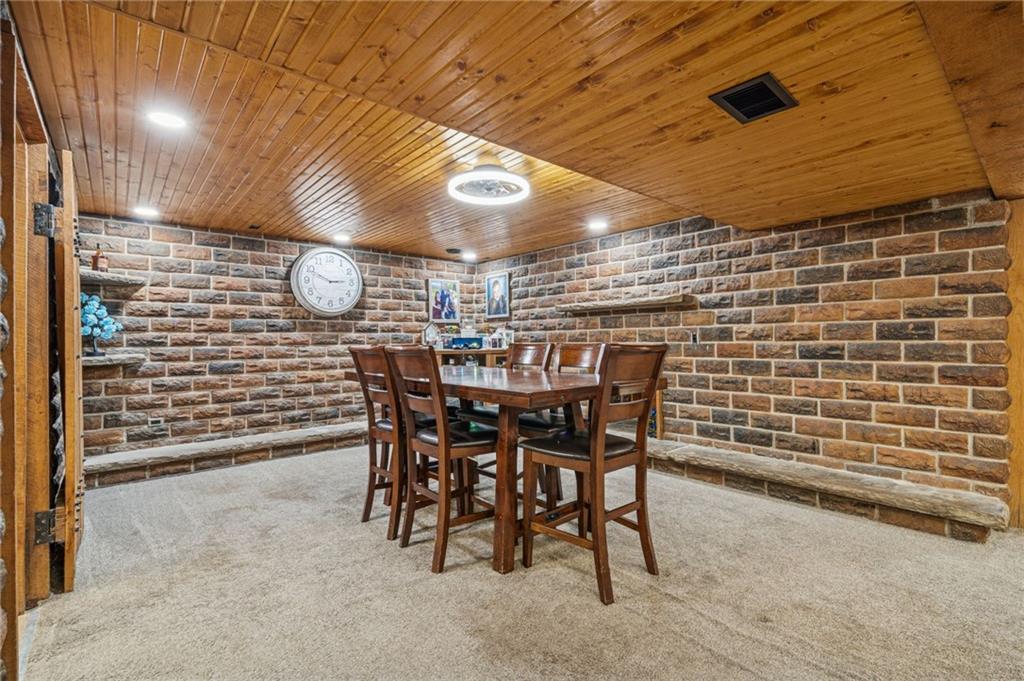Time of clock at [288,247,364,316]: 2:49
